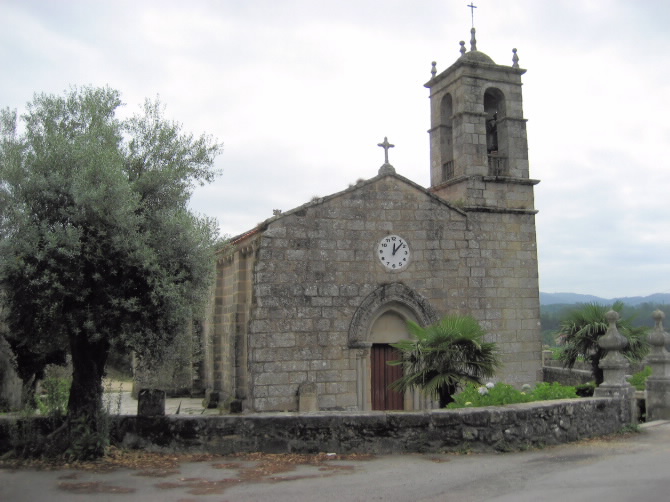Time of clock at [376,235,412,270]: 12:07
